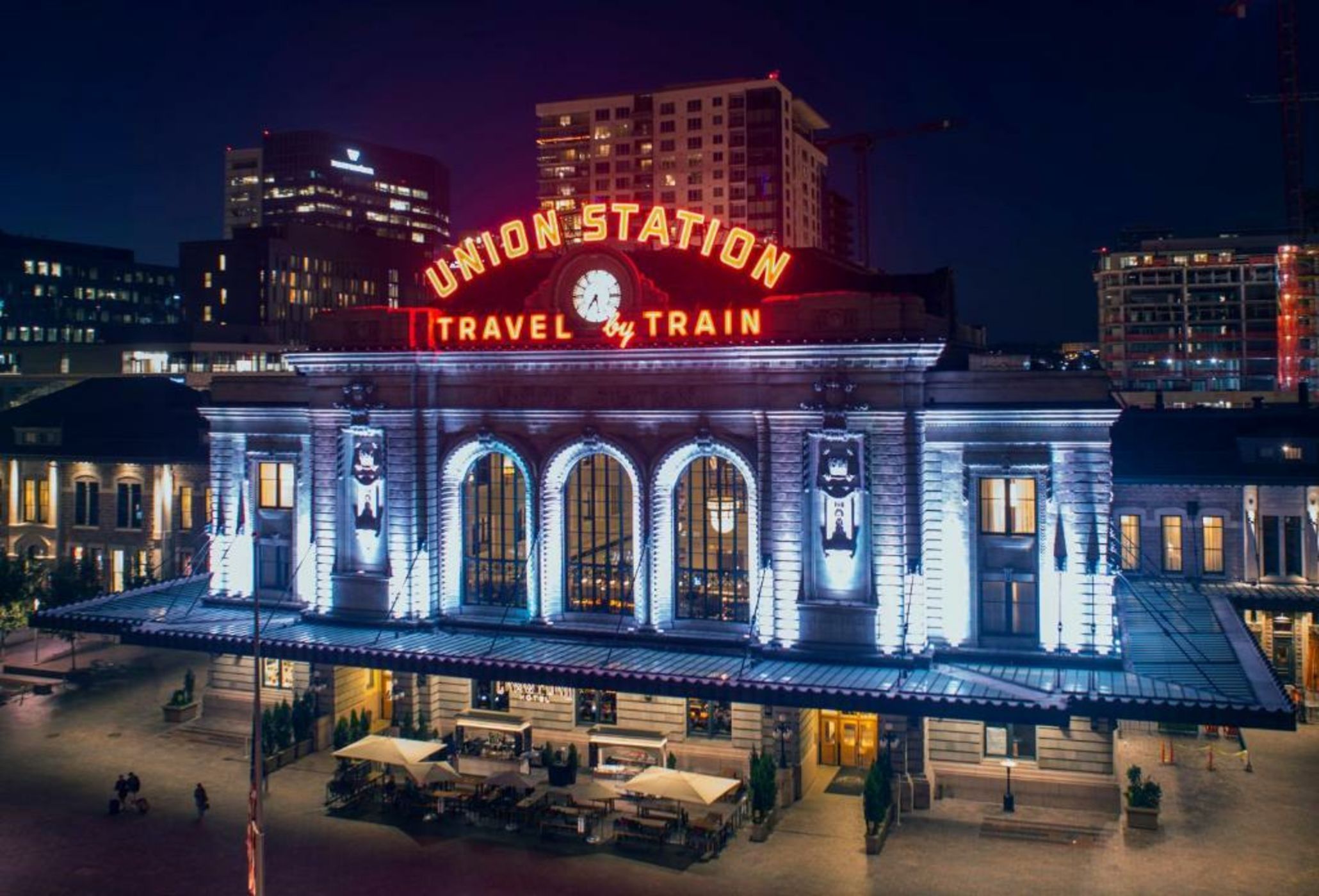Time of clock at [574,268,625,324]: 5:35
